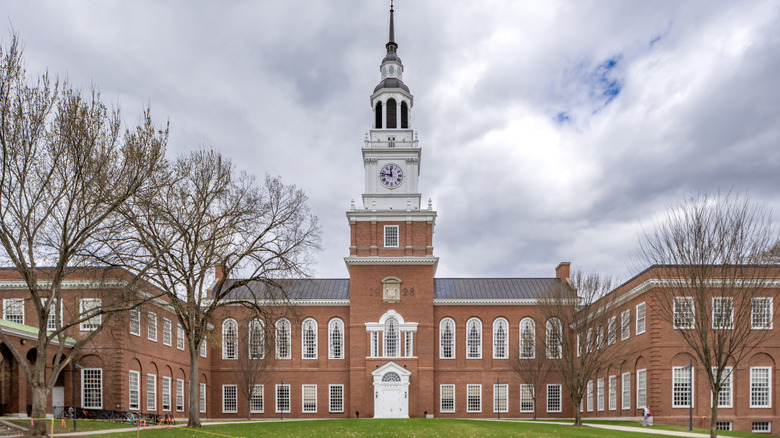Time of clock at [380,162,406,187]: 11:46
